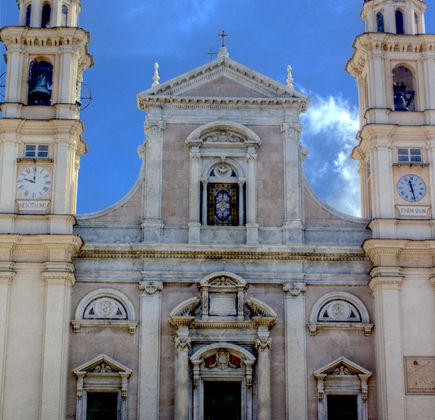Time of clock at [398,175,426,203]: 11:27
